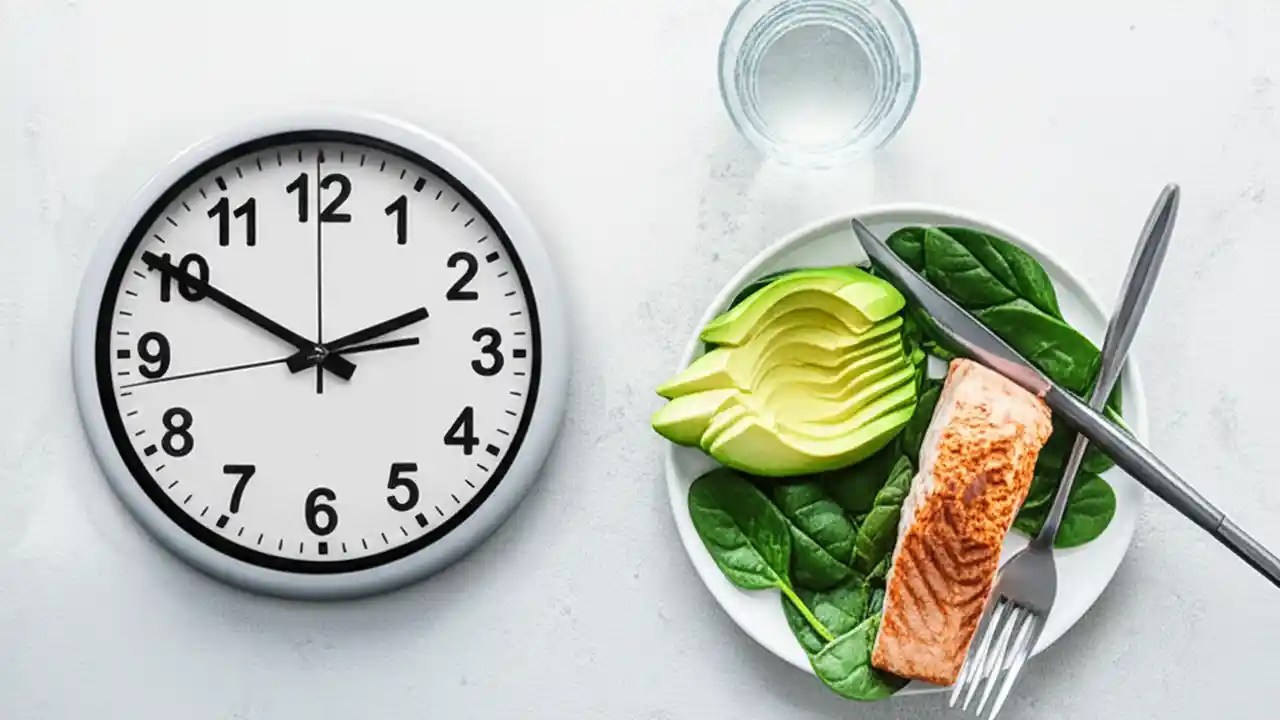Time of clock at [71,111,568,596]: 1:50
